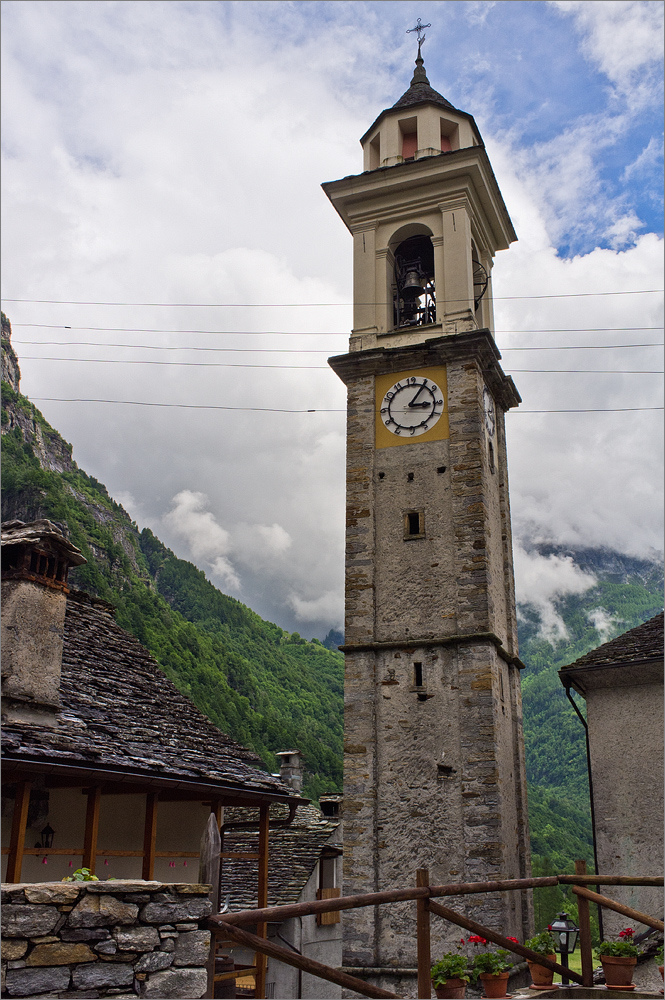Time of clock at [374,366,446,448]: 3:05
